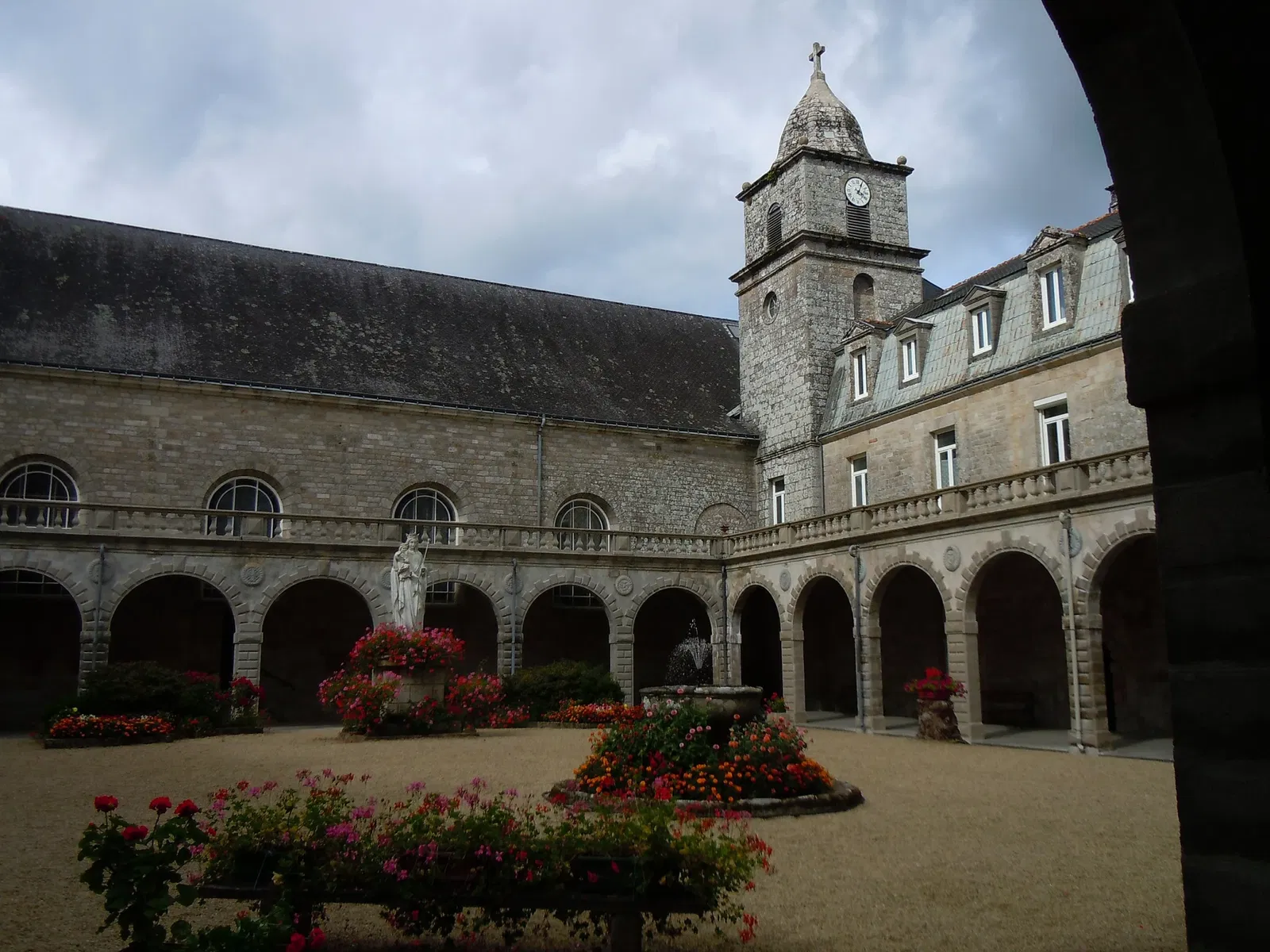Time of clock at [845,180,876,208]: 4:04
